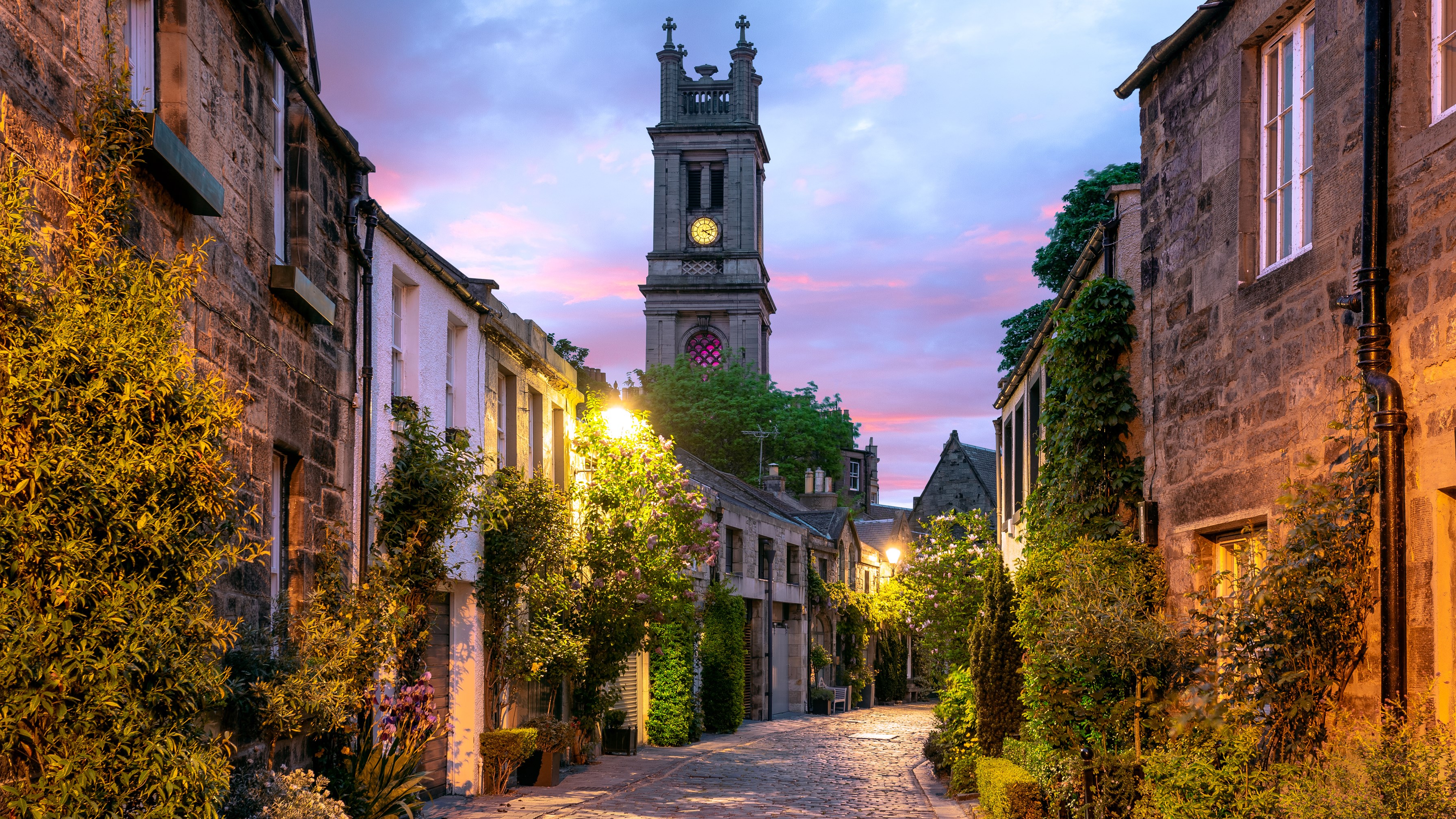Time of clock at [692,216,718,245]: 4:12
